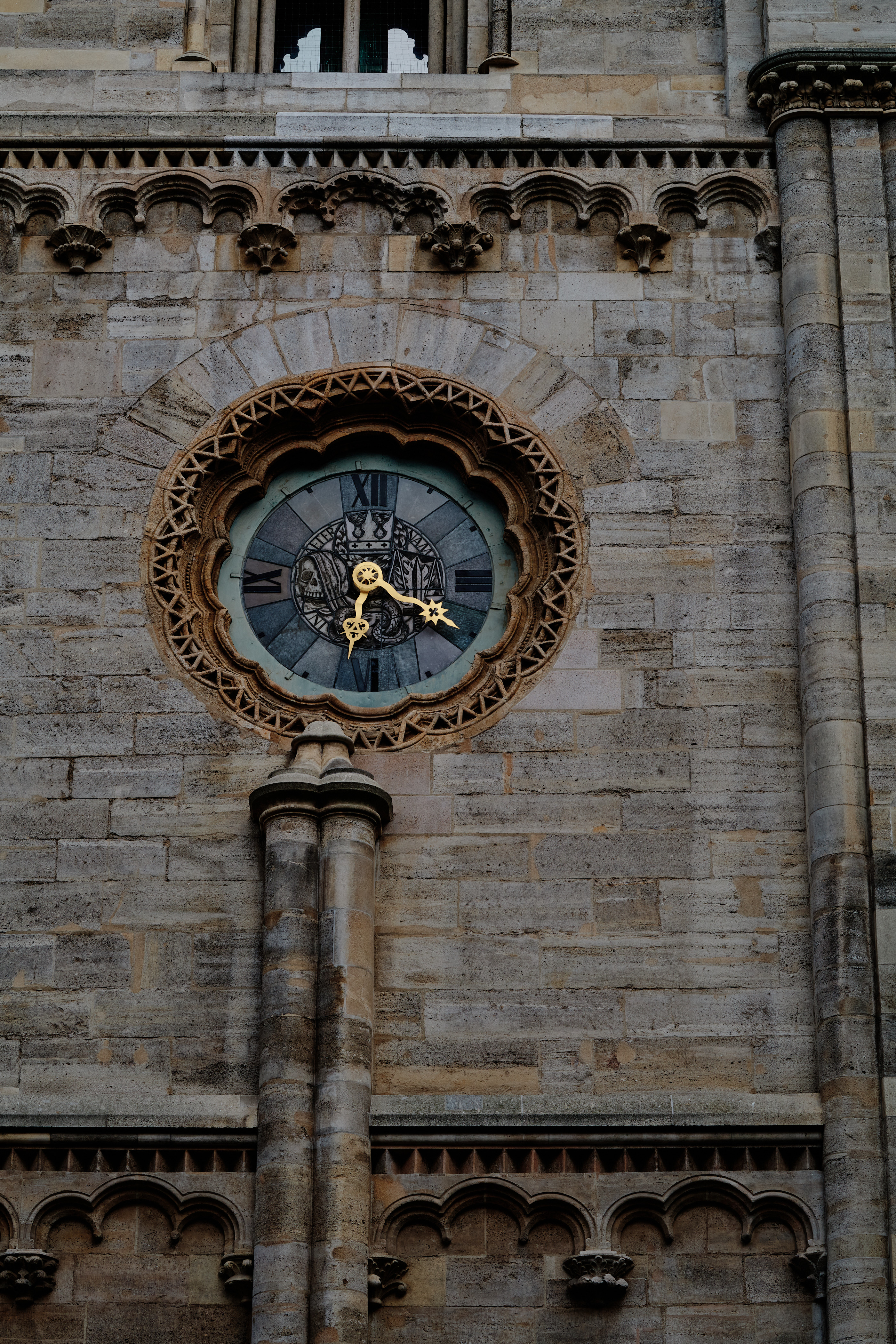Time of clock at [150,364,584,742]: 6:18
